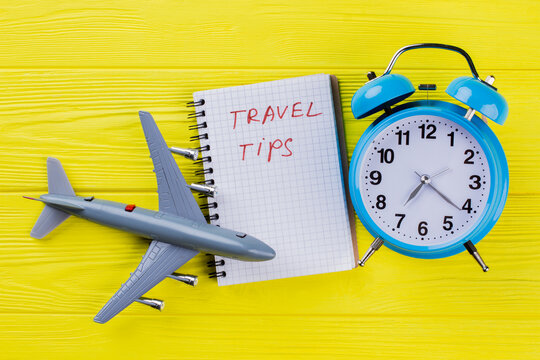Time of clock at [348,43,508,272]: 7:21
